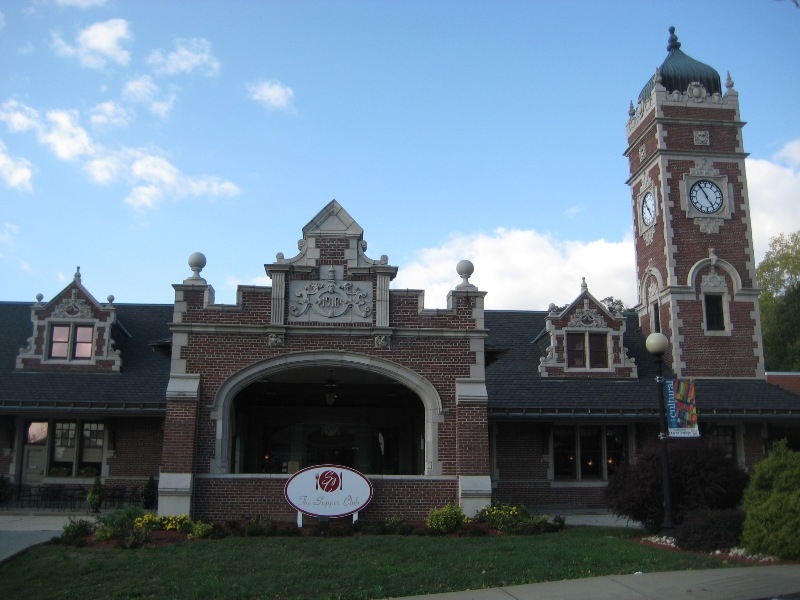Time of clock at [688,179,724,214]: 4:54
